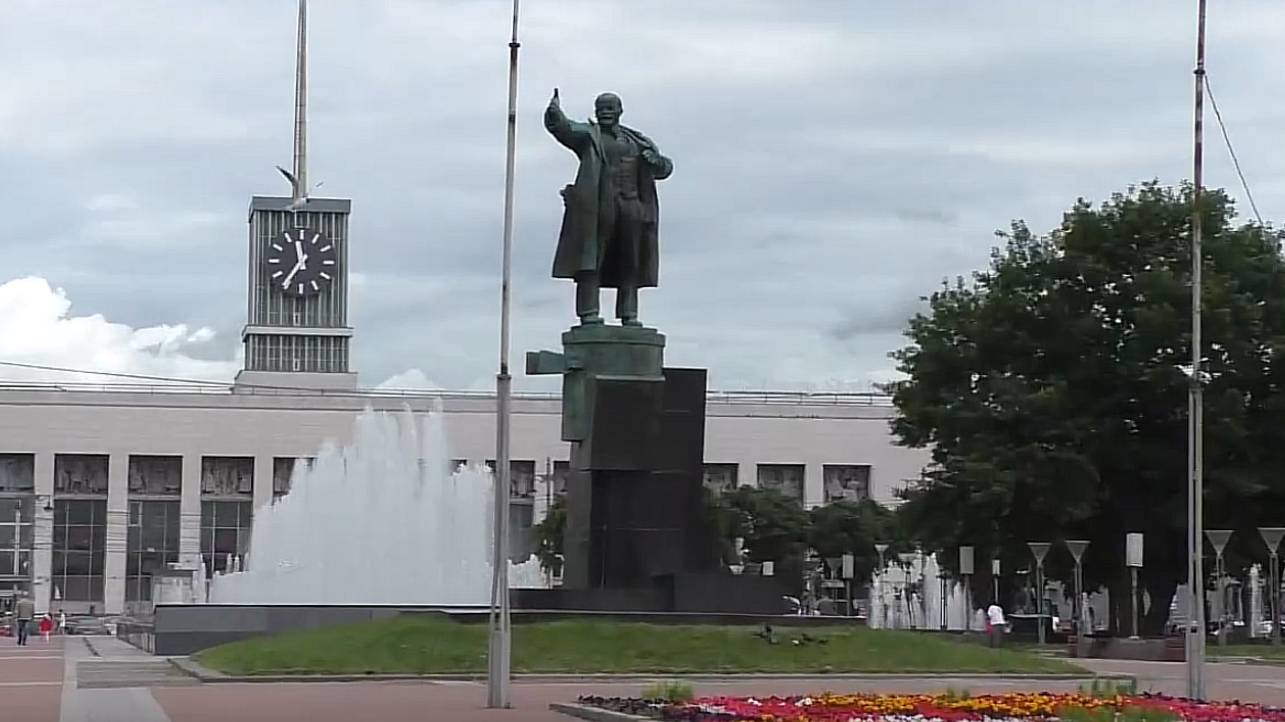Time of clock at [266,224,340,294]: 11:36
